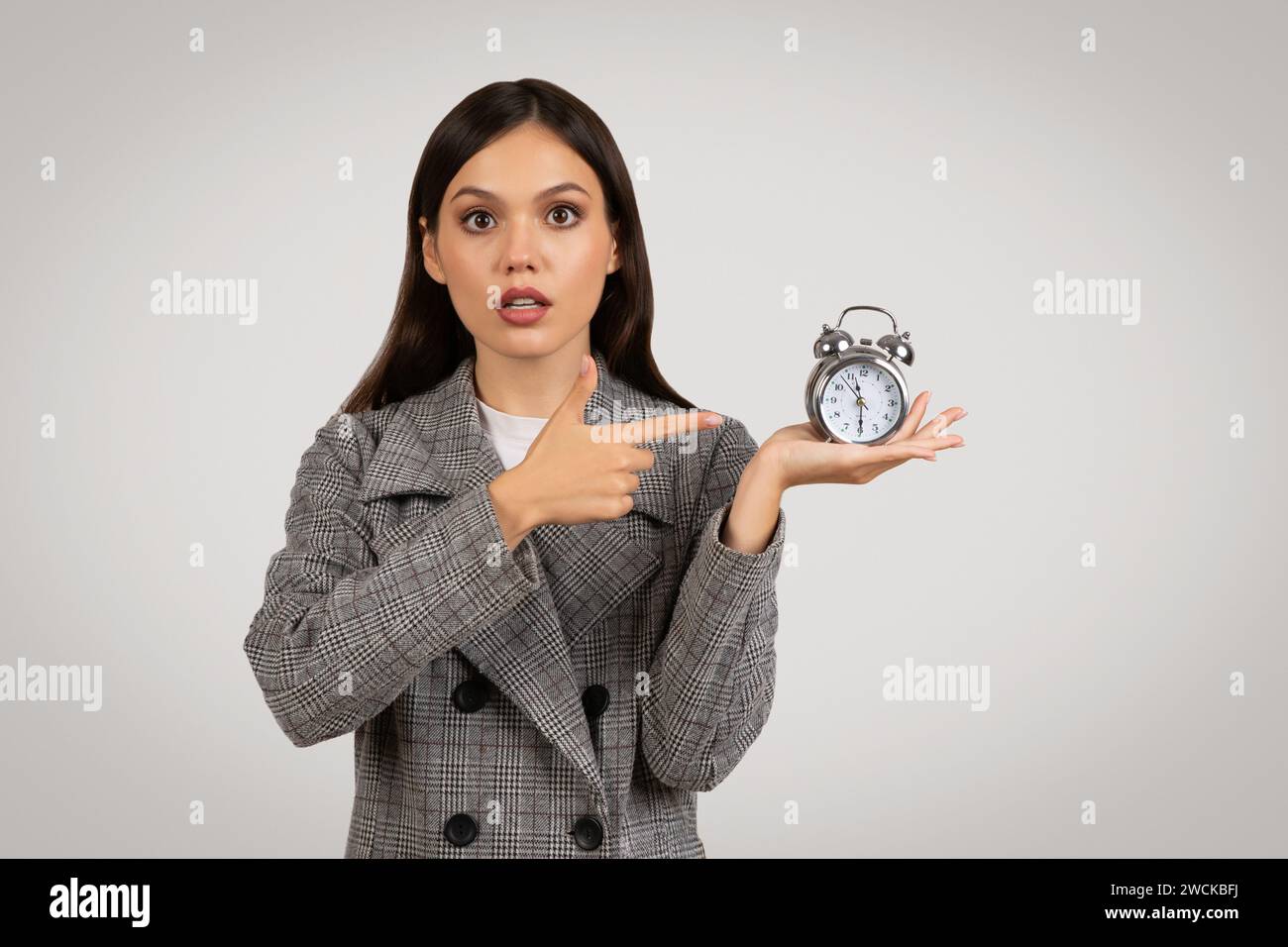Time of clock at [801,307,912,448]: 11:29
